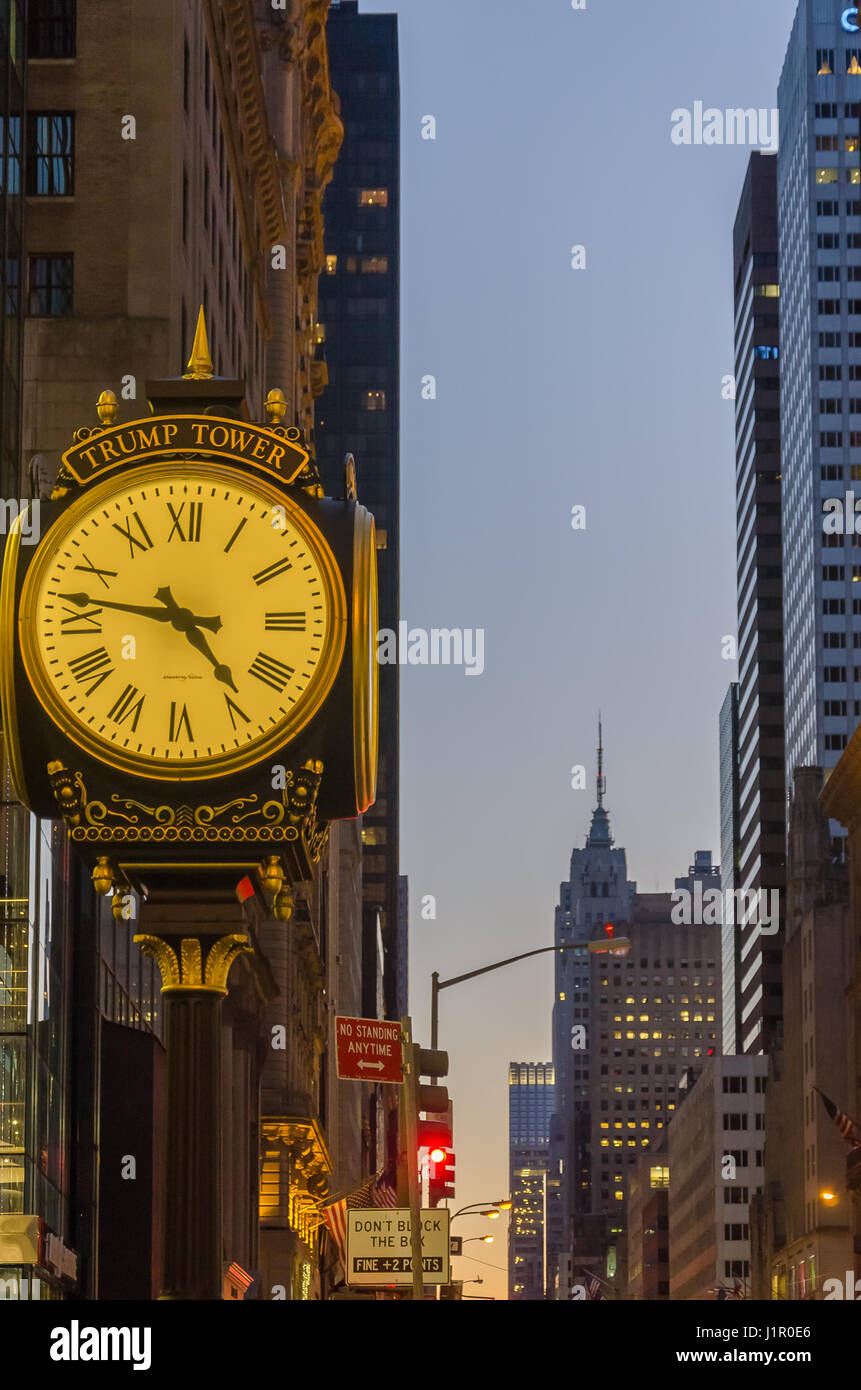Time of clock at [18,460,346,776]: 4:46
